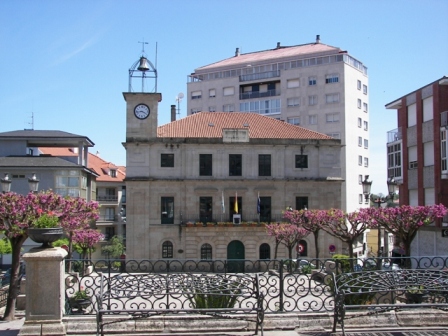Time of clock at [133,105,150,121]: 3:43
